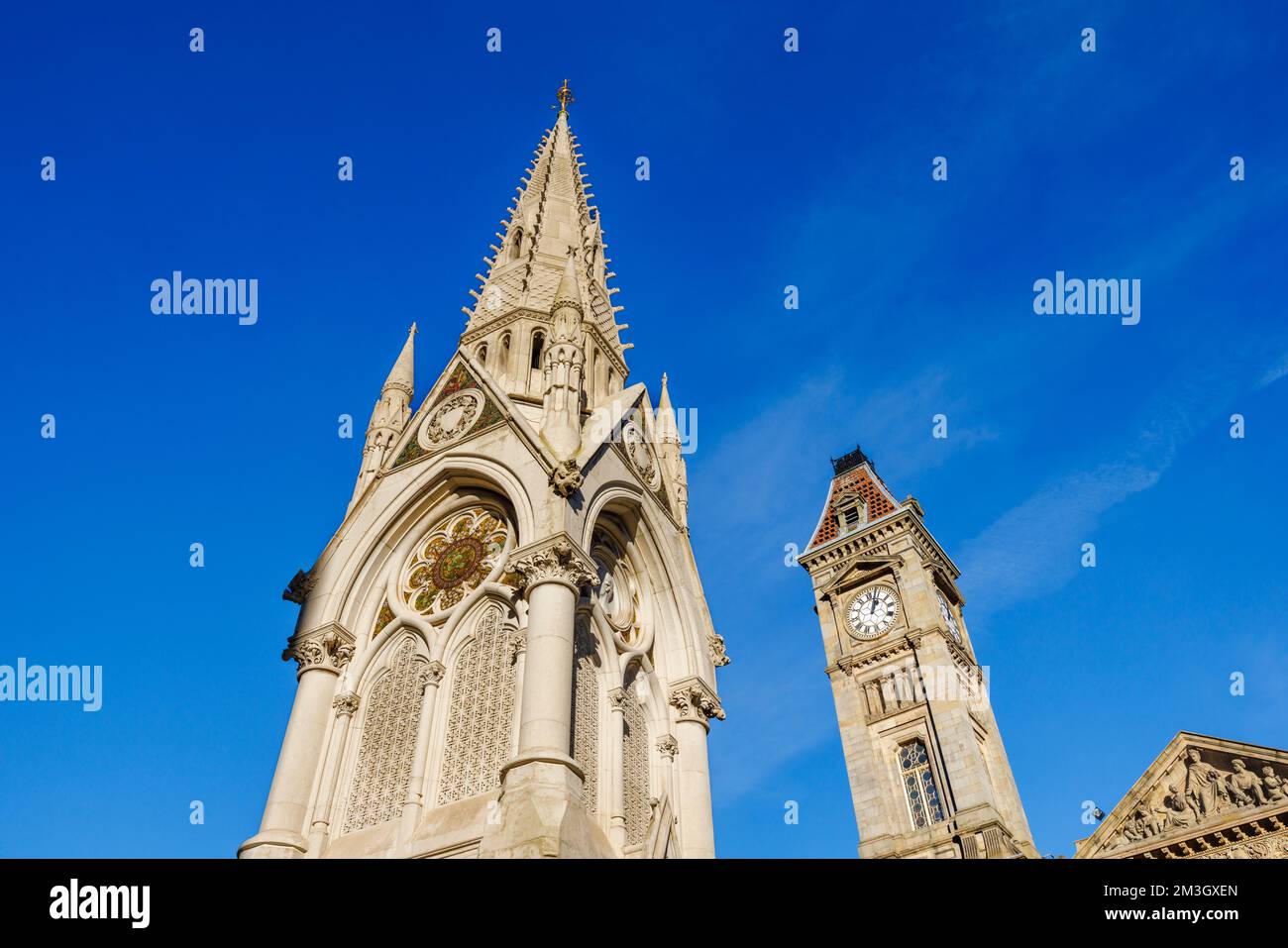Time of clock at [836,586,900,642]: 1:02
